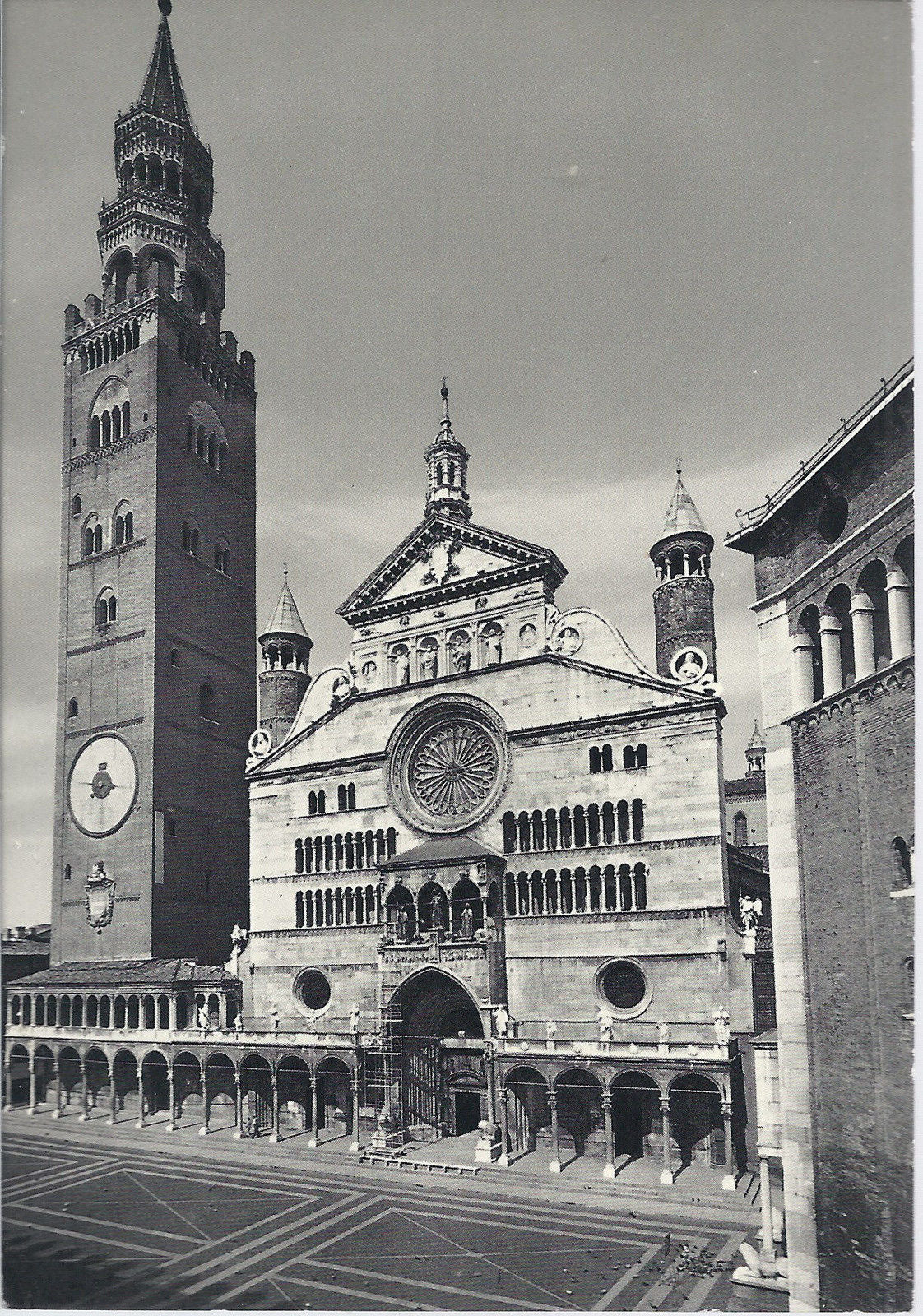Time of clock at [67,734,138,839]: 7:46
